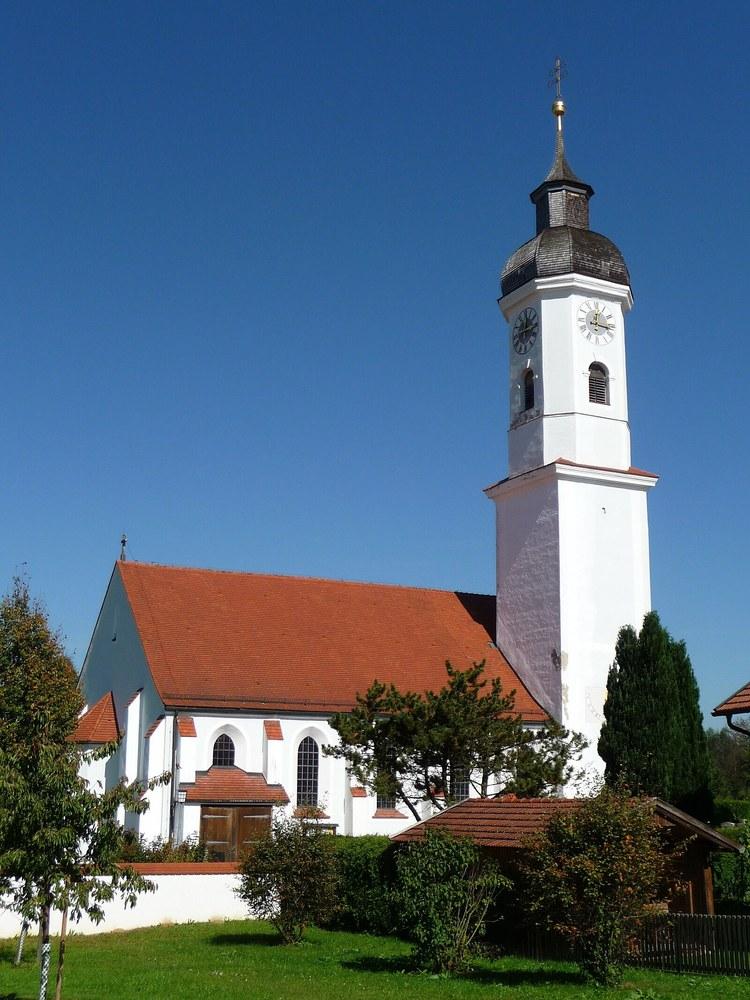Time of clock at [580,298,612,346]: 12:16
